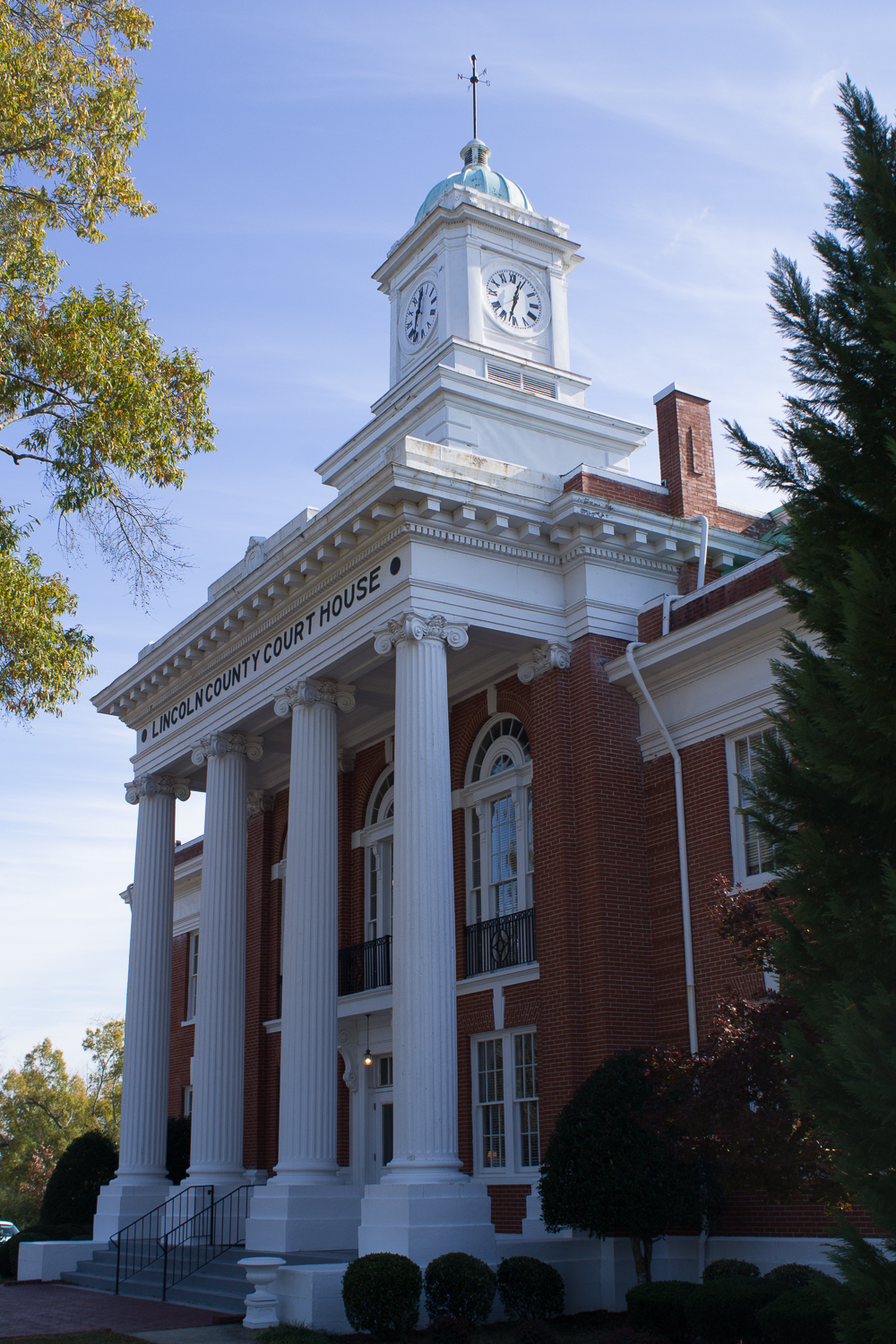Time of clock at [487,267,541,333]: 12:32
